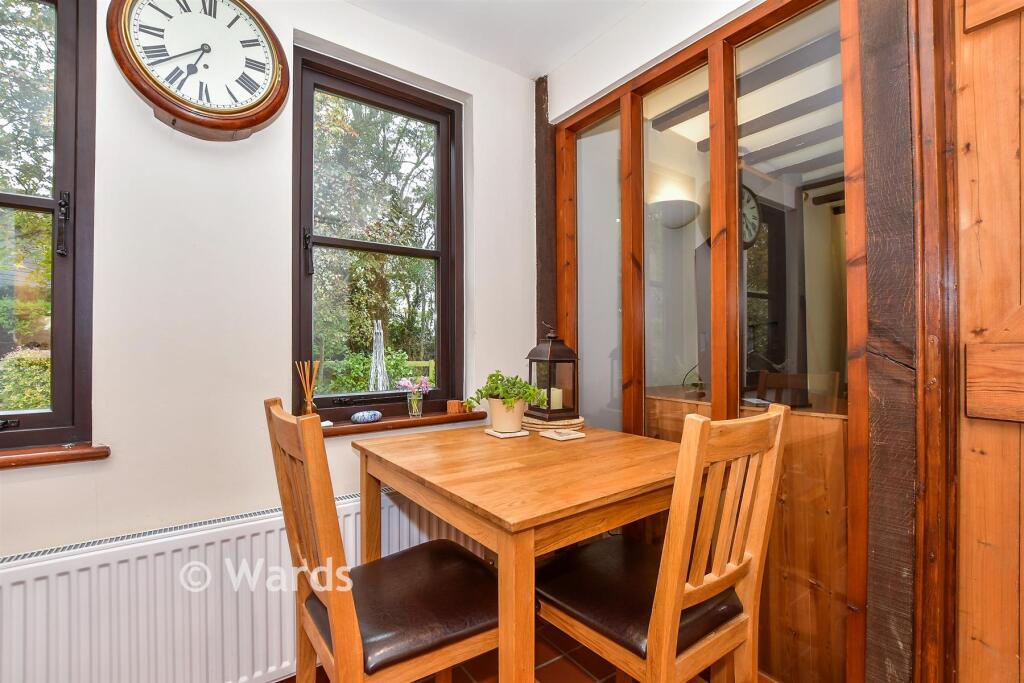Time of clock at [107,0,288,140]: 6:38
